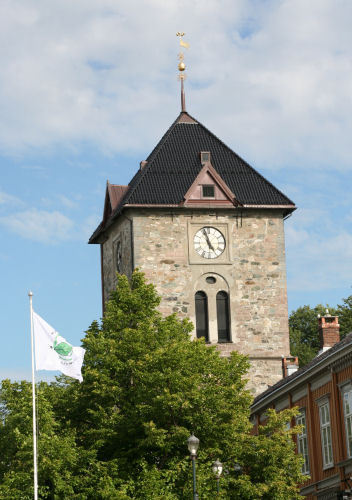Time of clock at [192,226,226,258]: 4:57
